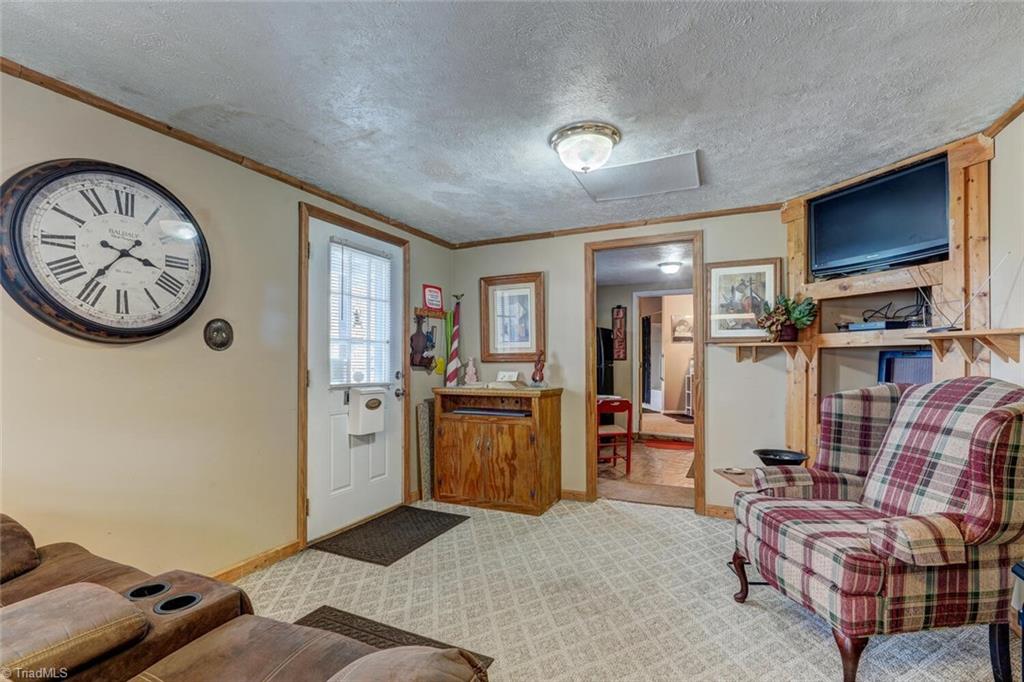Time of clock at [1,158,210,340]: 3:36
